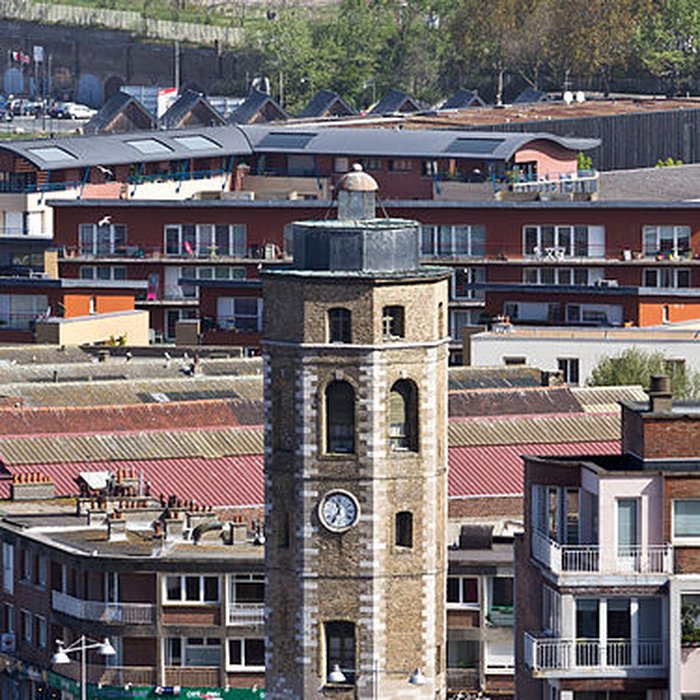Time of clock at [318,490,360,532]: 11:35
